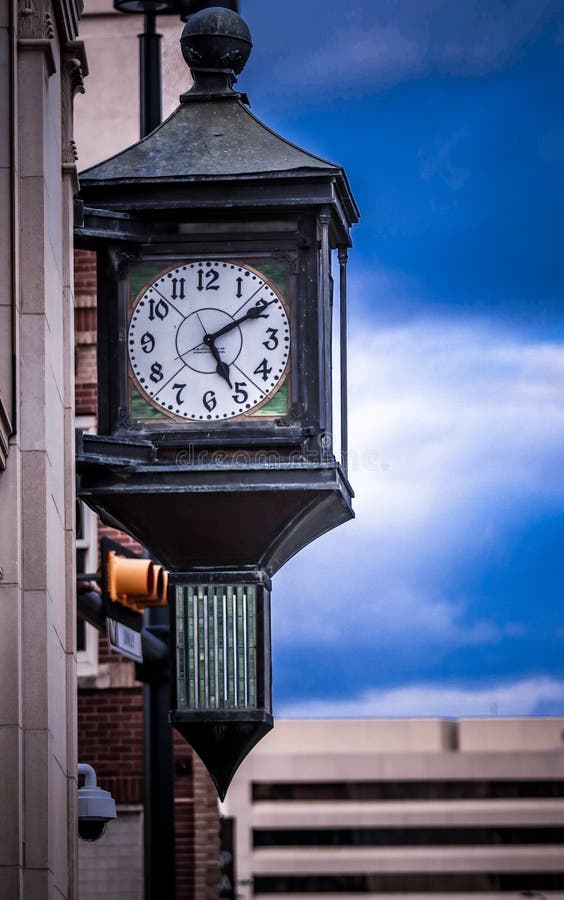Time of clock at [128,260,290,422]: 5:09
